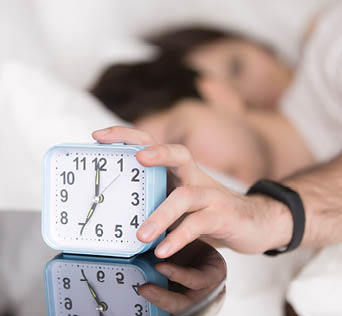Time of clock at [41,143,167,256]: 6:59
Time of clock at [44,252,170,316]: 12:34
